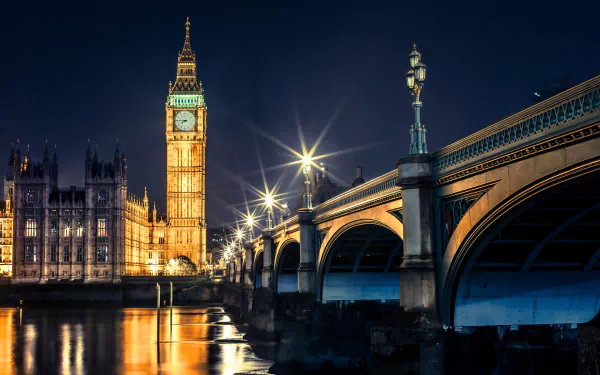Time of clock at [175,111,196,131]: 7:45
